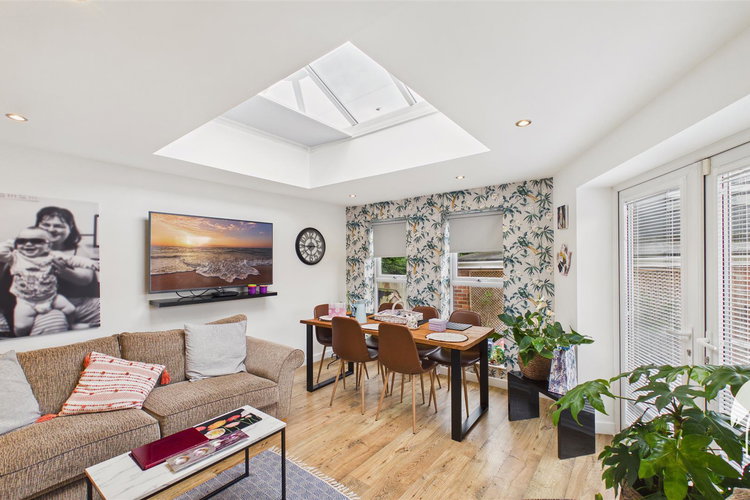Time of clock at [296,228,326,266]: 7:44
